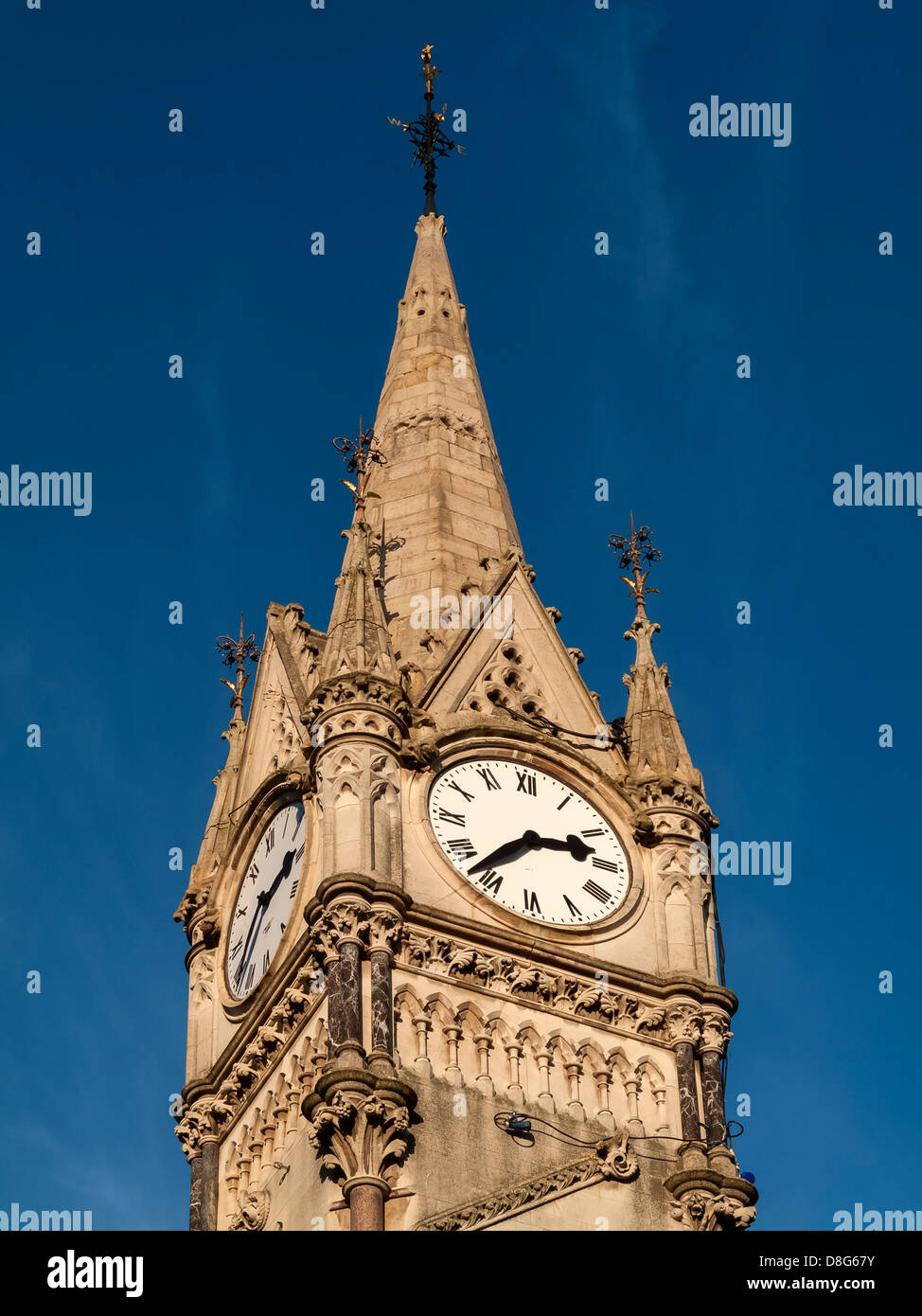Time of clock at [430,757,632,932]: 2:36
